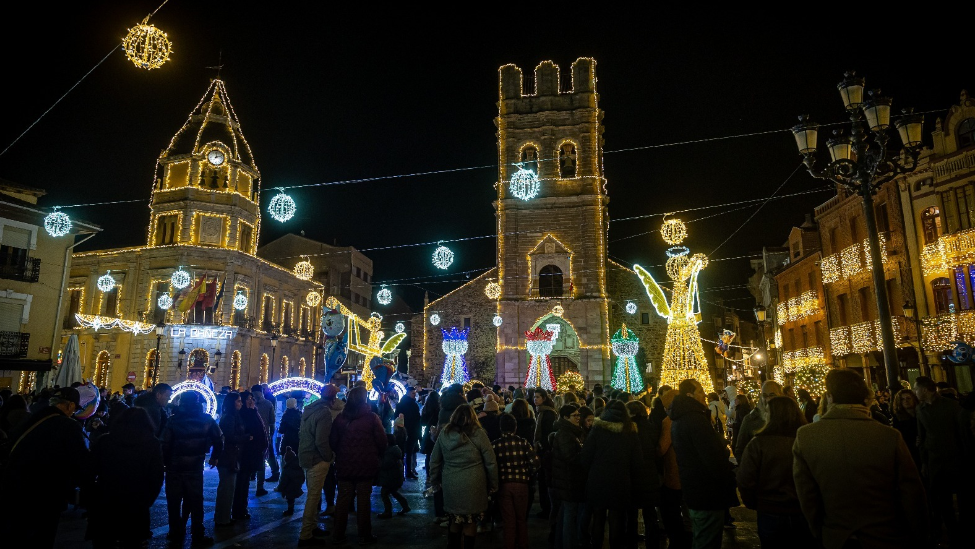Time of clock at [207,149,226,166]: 12:12
